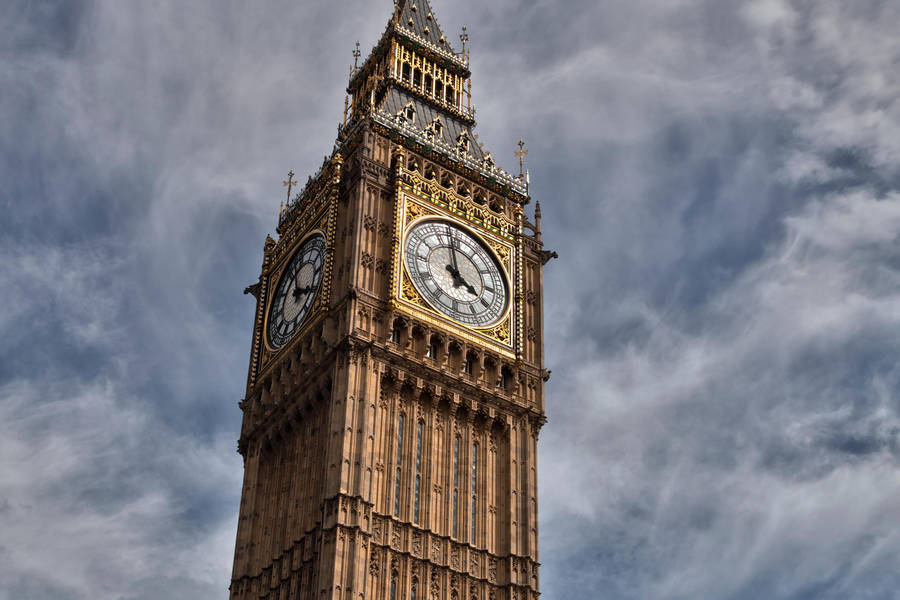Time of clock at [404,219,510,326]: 3:58
